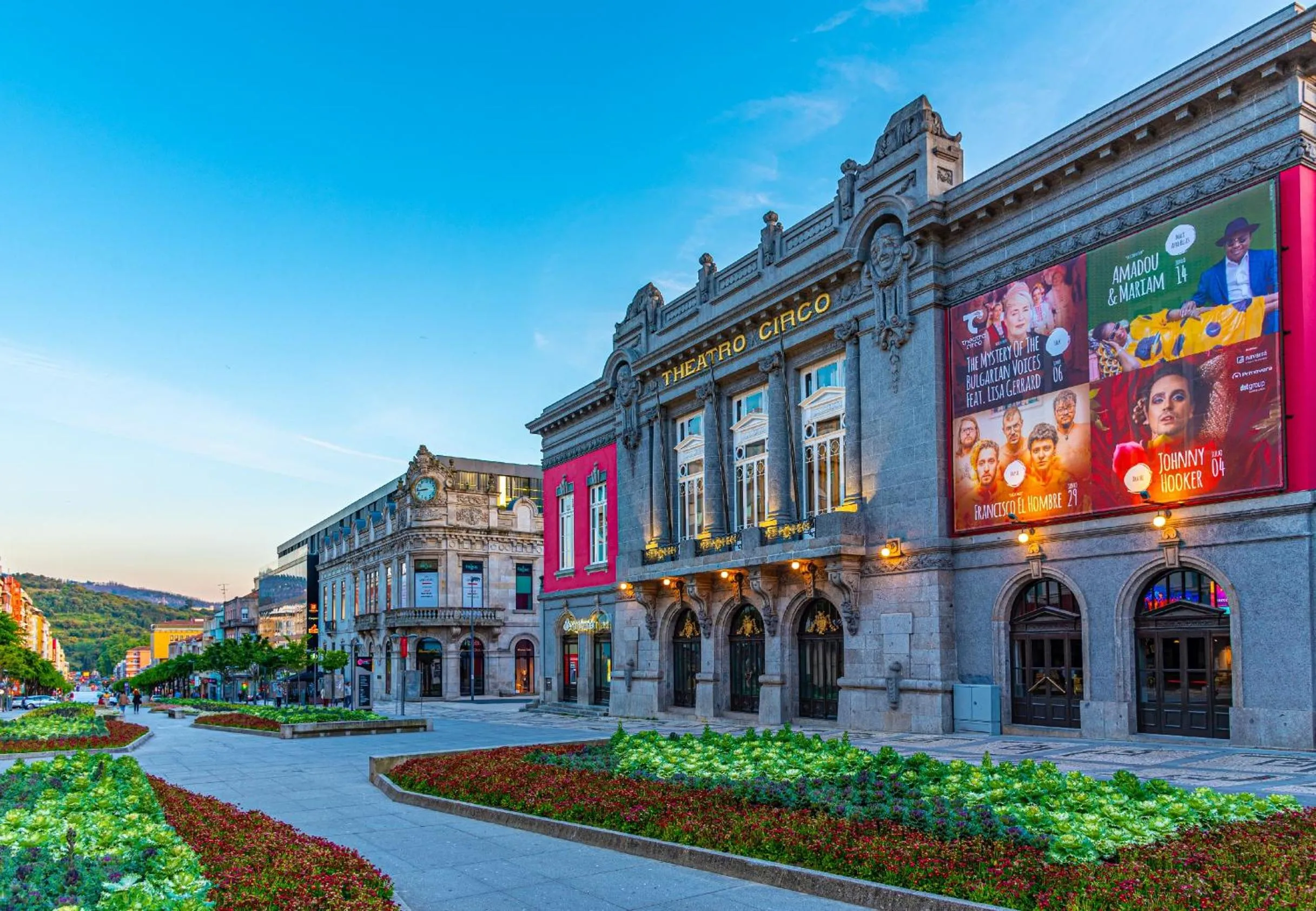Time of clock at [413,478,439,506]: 8:43
